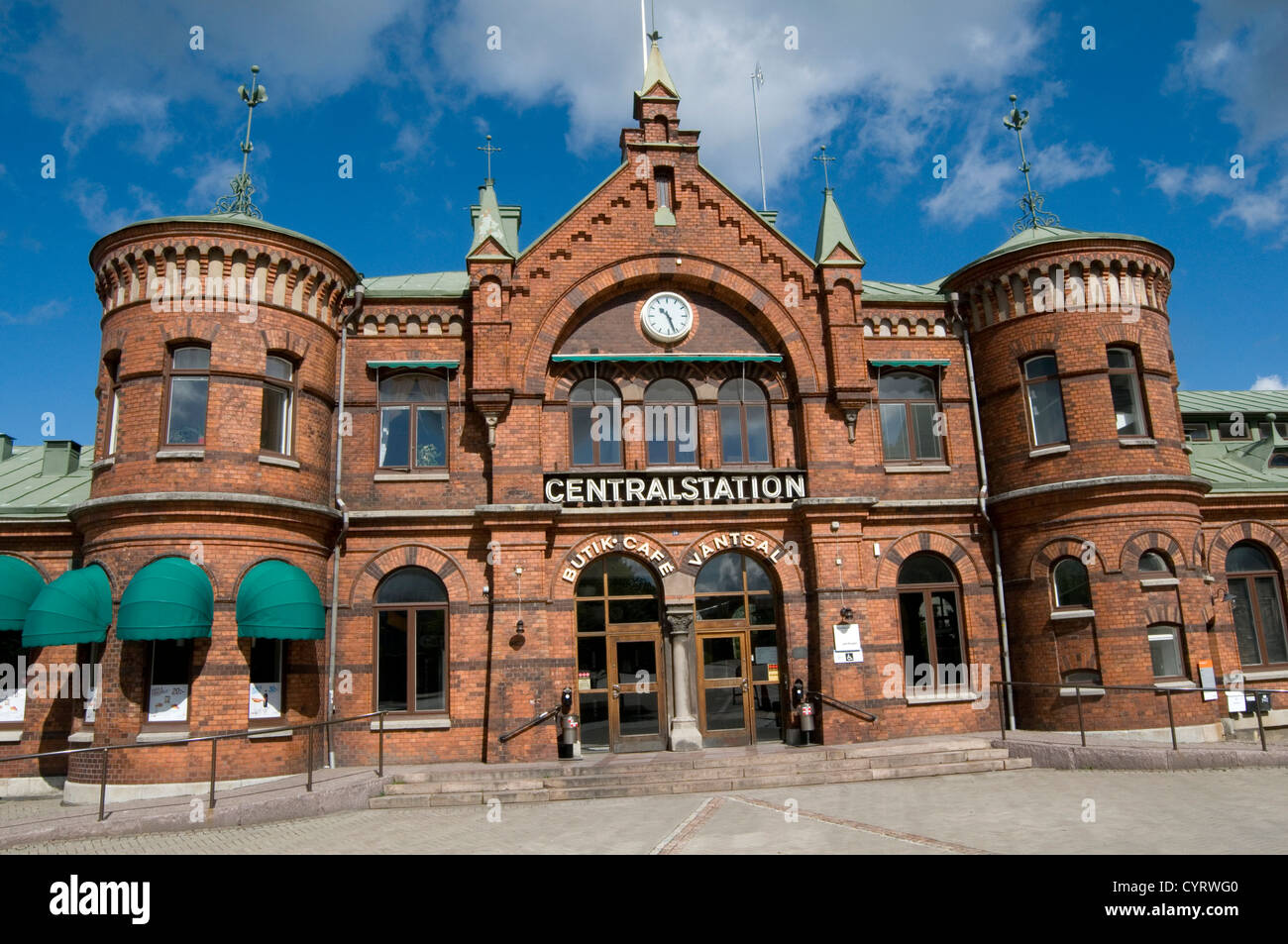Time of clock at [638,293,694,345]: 10:26
